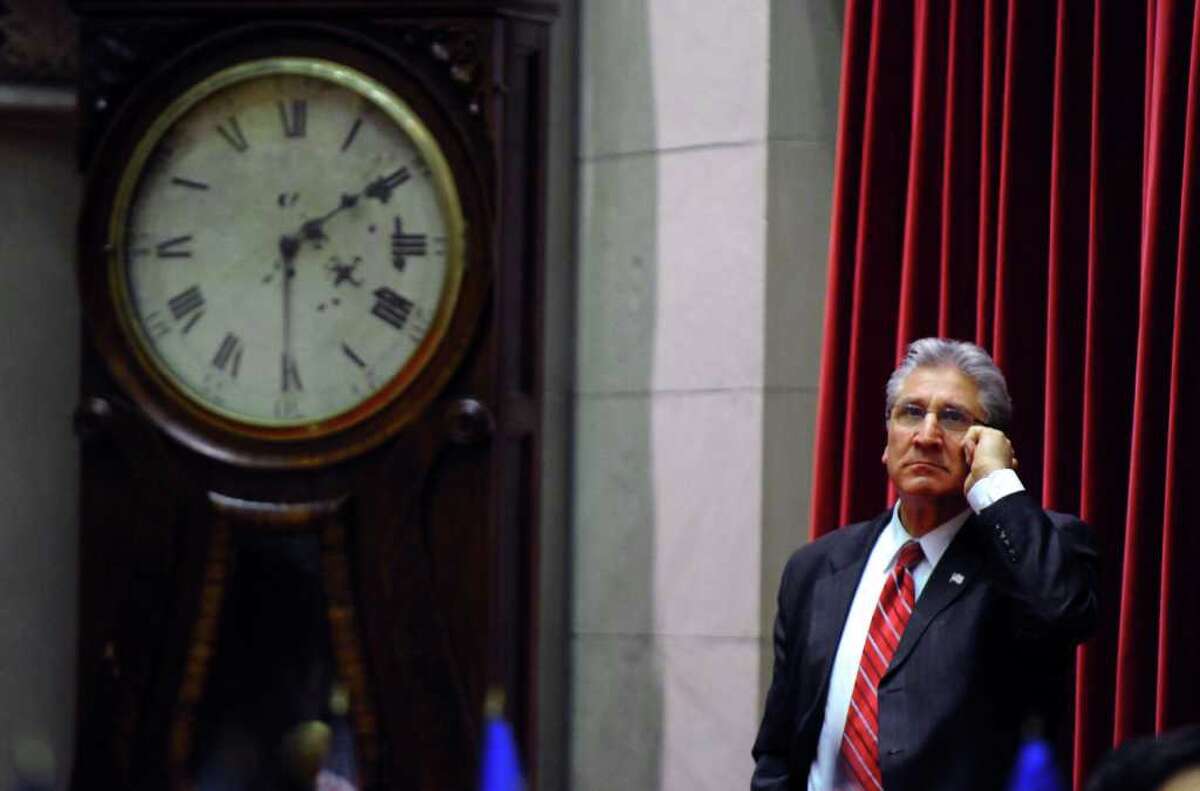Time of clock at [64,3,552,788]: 4:09
